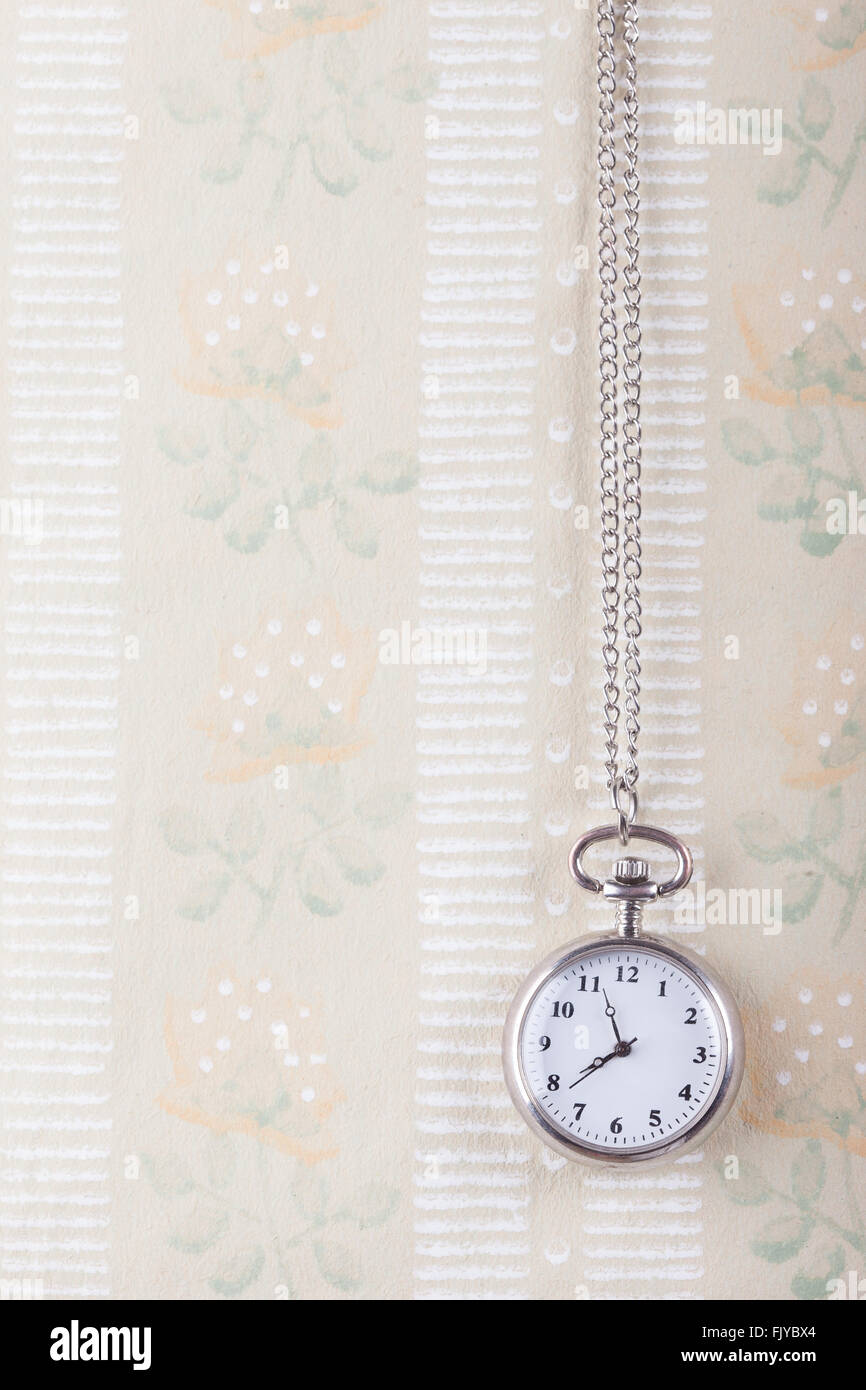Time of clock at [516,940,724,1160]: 7:56
